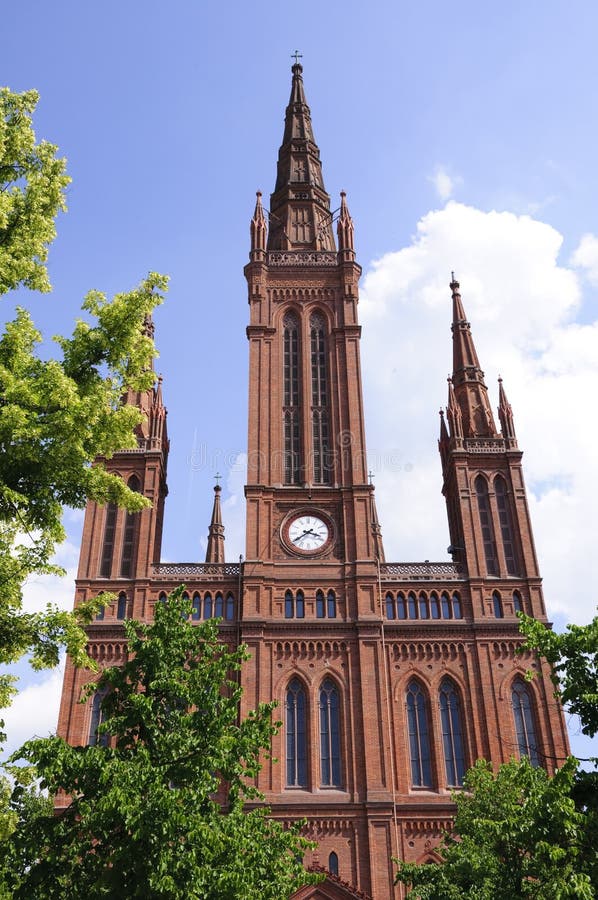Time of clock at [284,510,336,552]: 3:39
